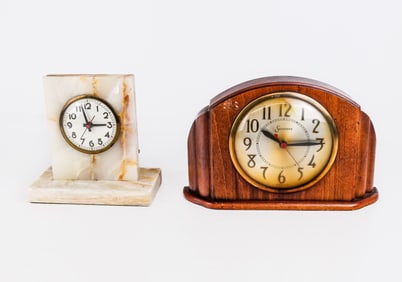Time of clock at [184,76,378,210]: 10:14
